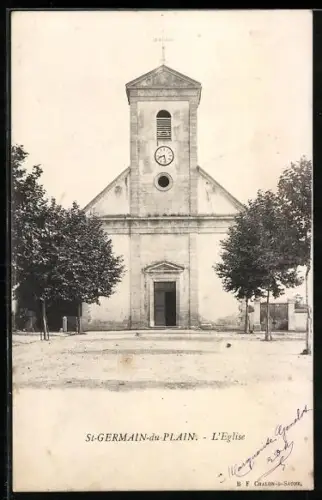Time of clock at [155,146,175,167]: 8:27
